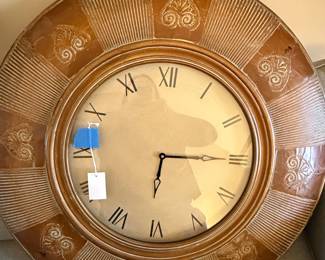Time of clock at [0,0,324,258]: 6:15
